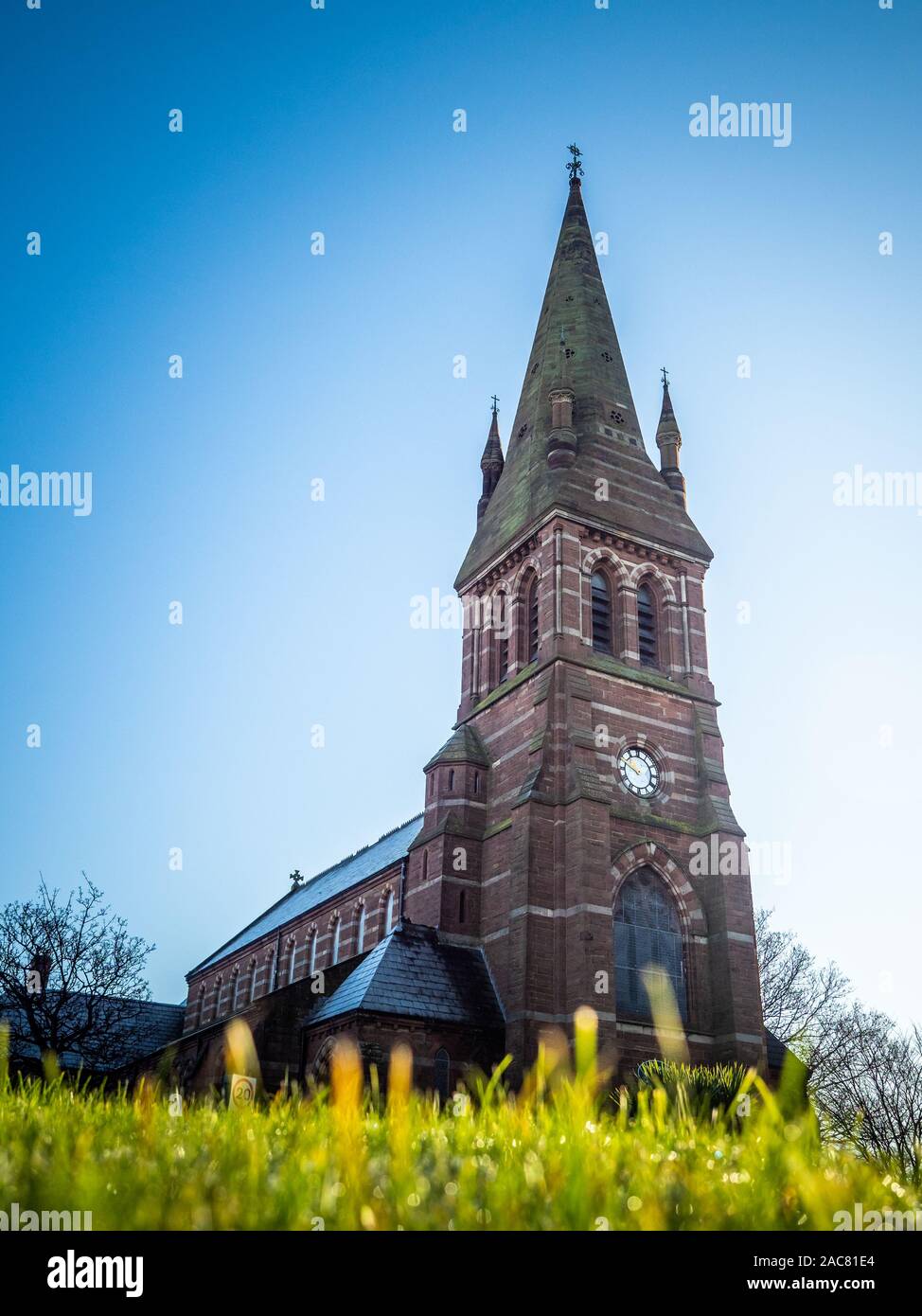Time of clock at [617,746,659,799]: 9:48
